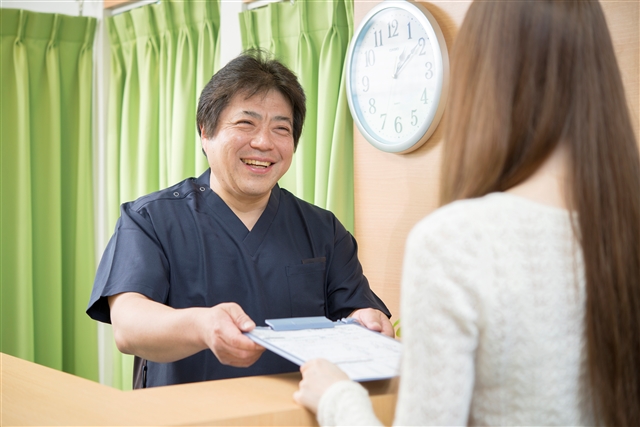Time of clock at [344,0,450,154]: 1:09
